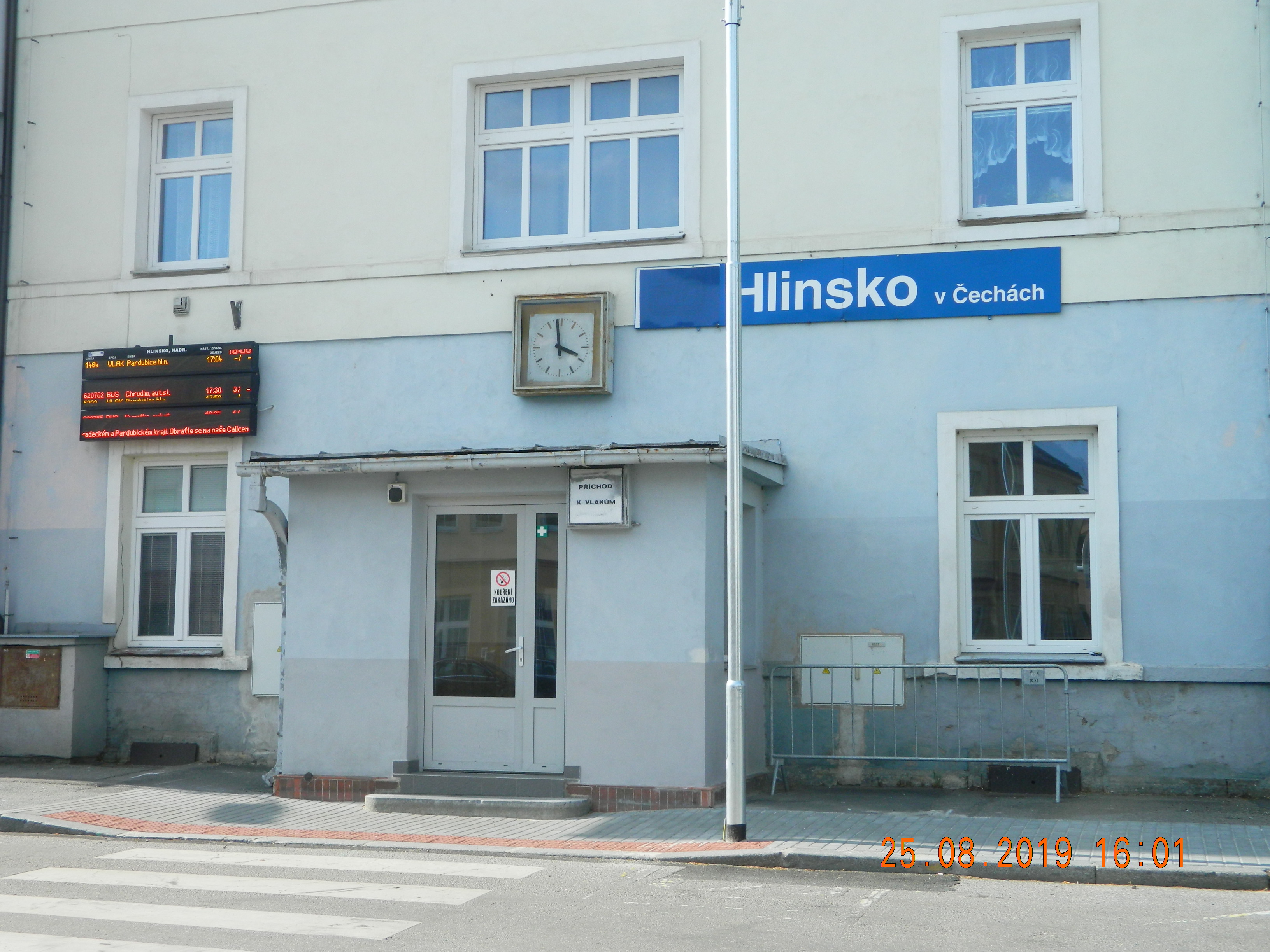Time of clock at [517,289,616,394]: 3:58
